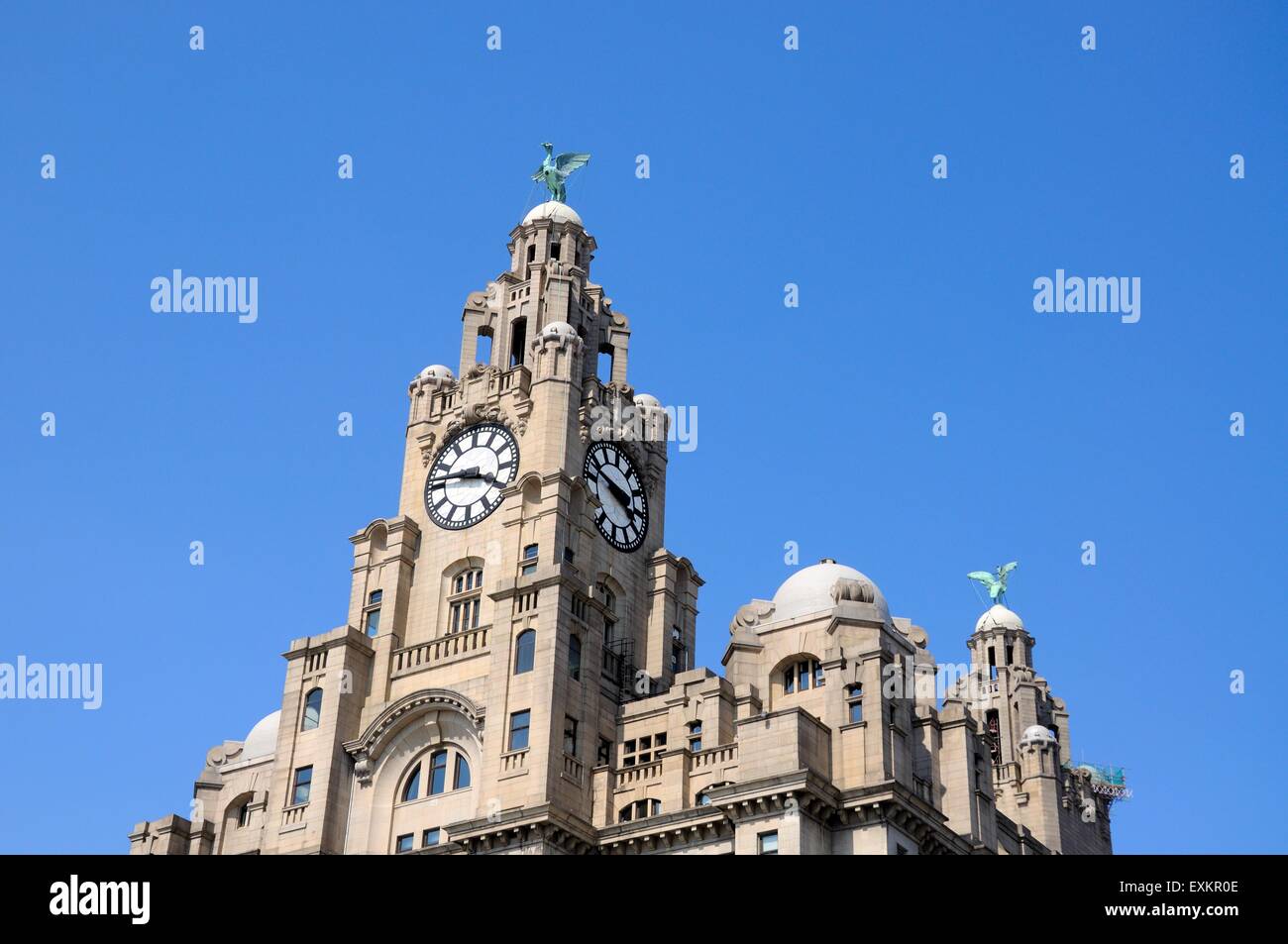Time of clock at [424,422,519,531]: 3:46
